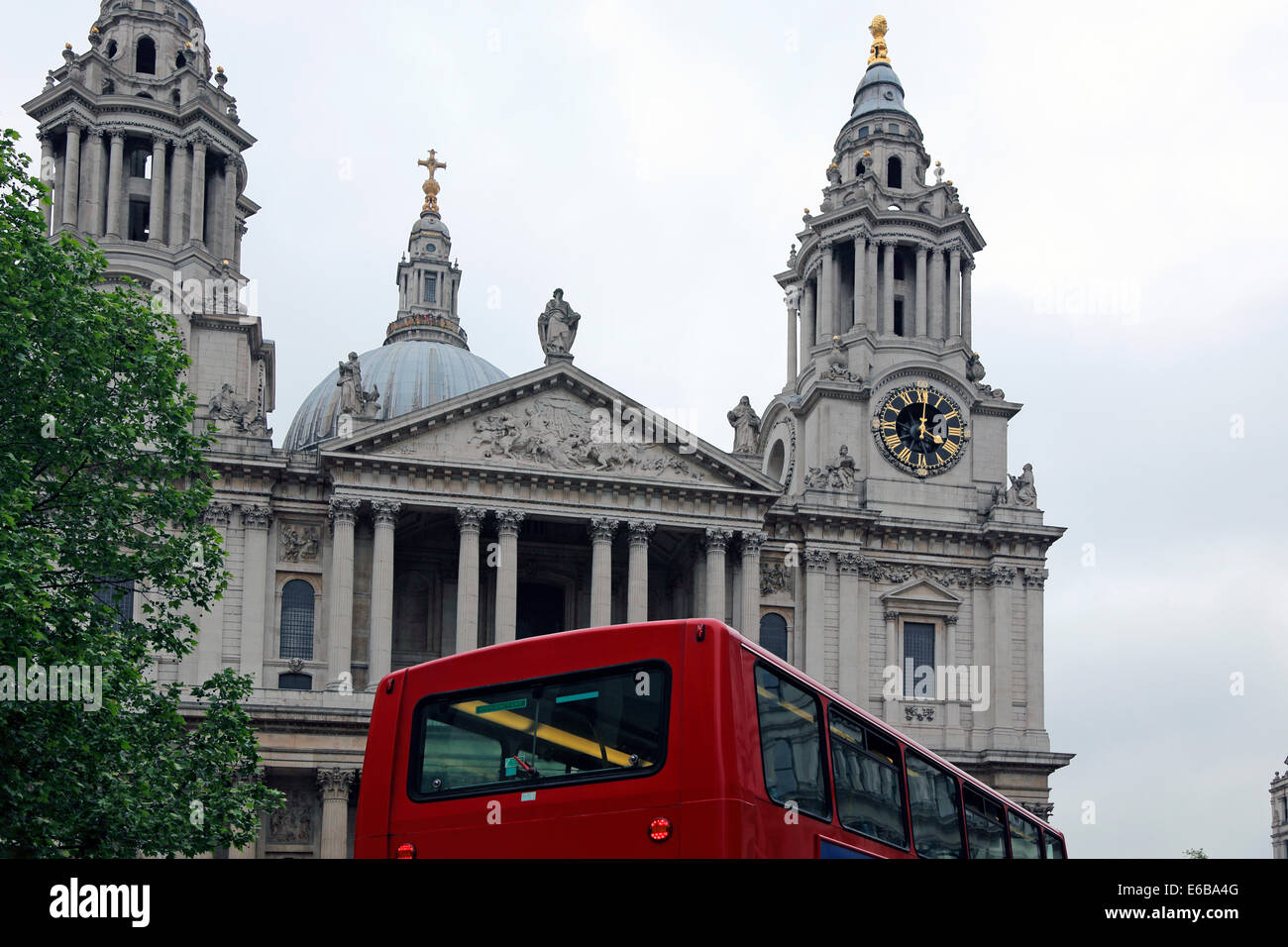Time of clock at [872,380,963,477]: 4:01
